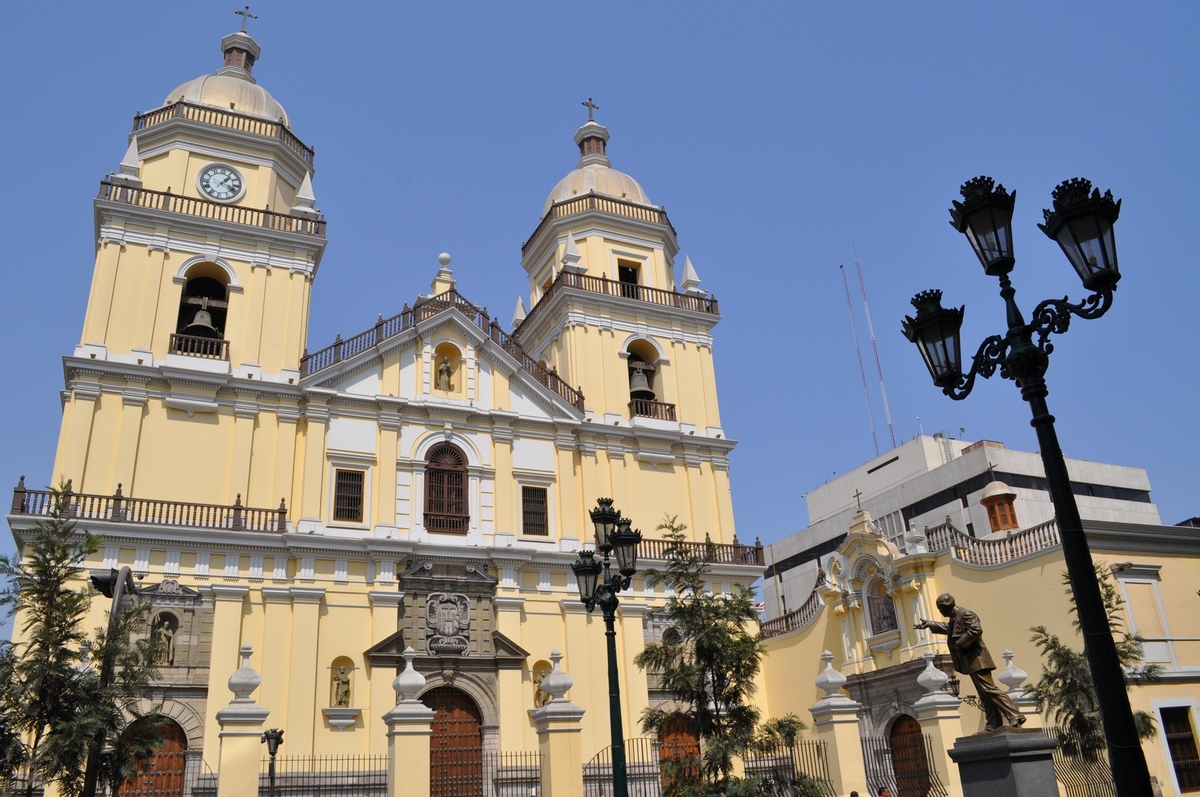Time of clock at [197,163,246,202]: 1:18
